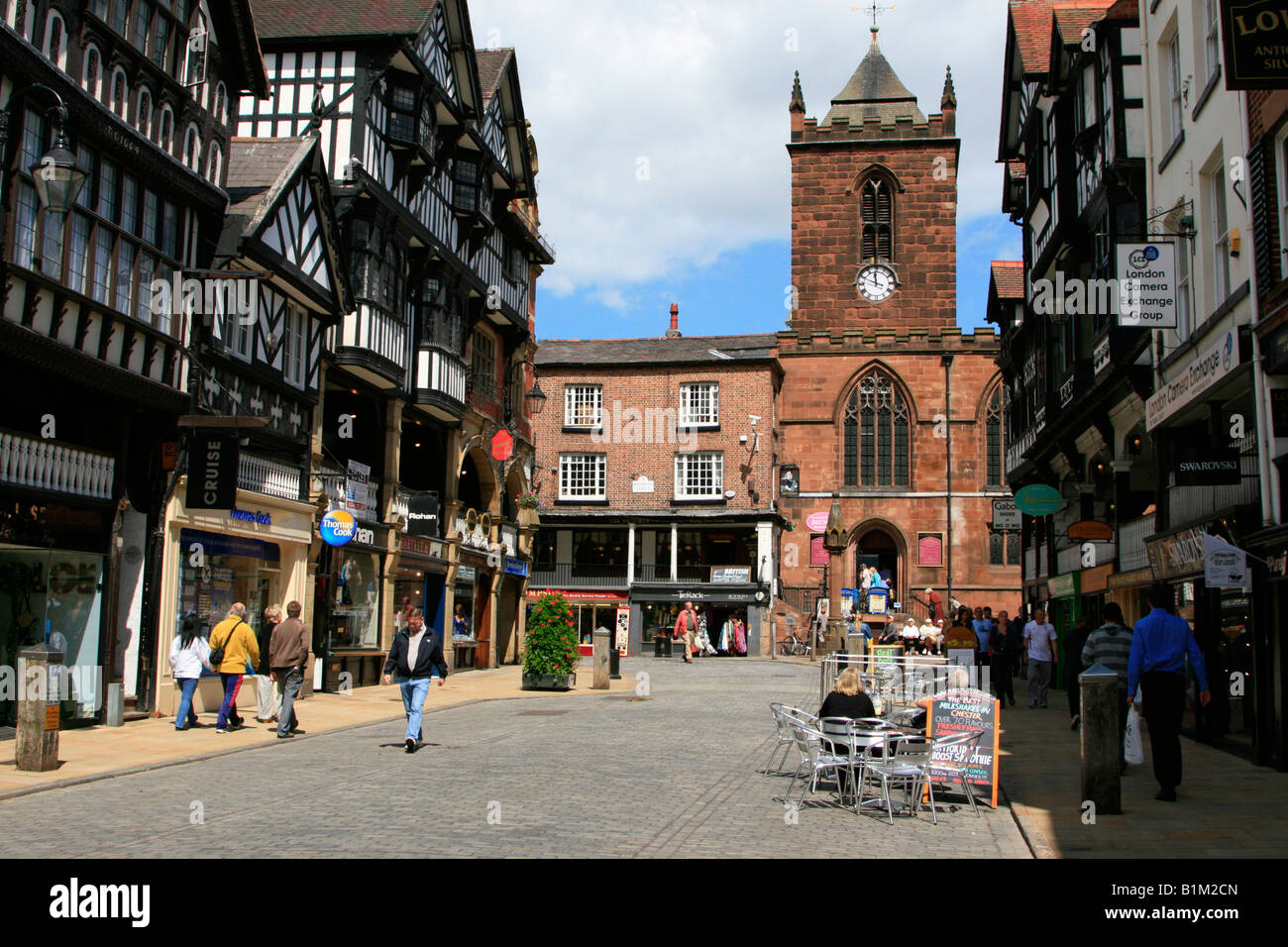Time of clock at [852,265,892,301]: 11:48
